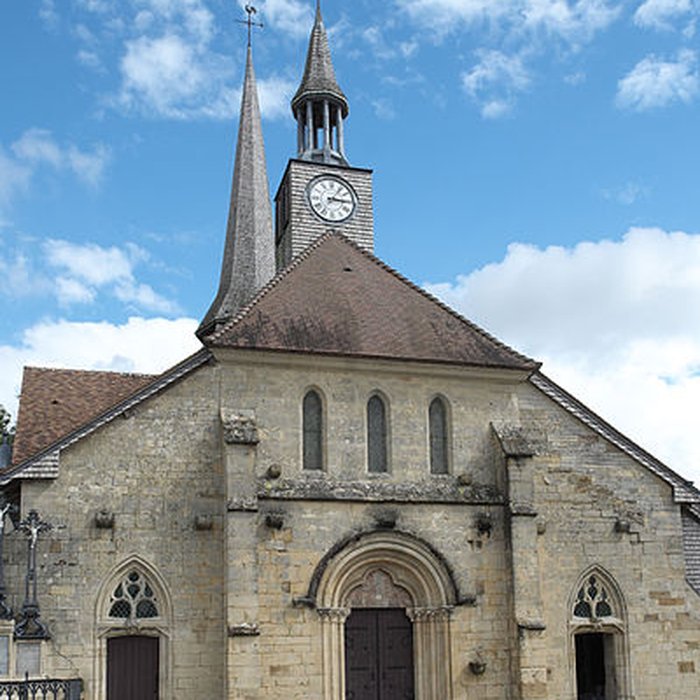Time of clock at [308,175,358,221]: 3:06
